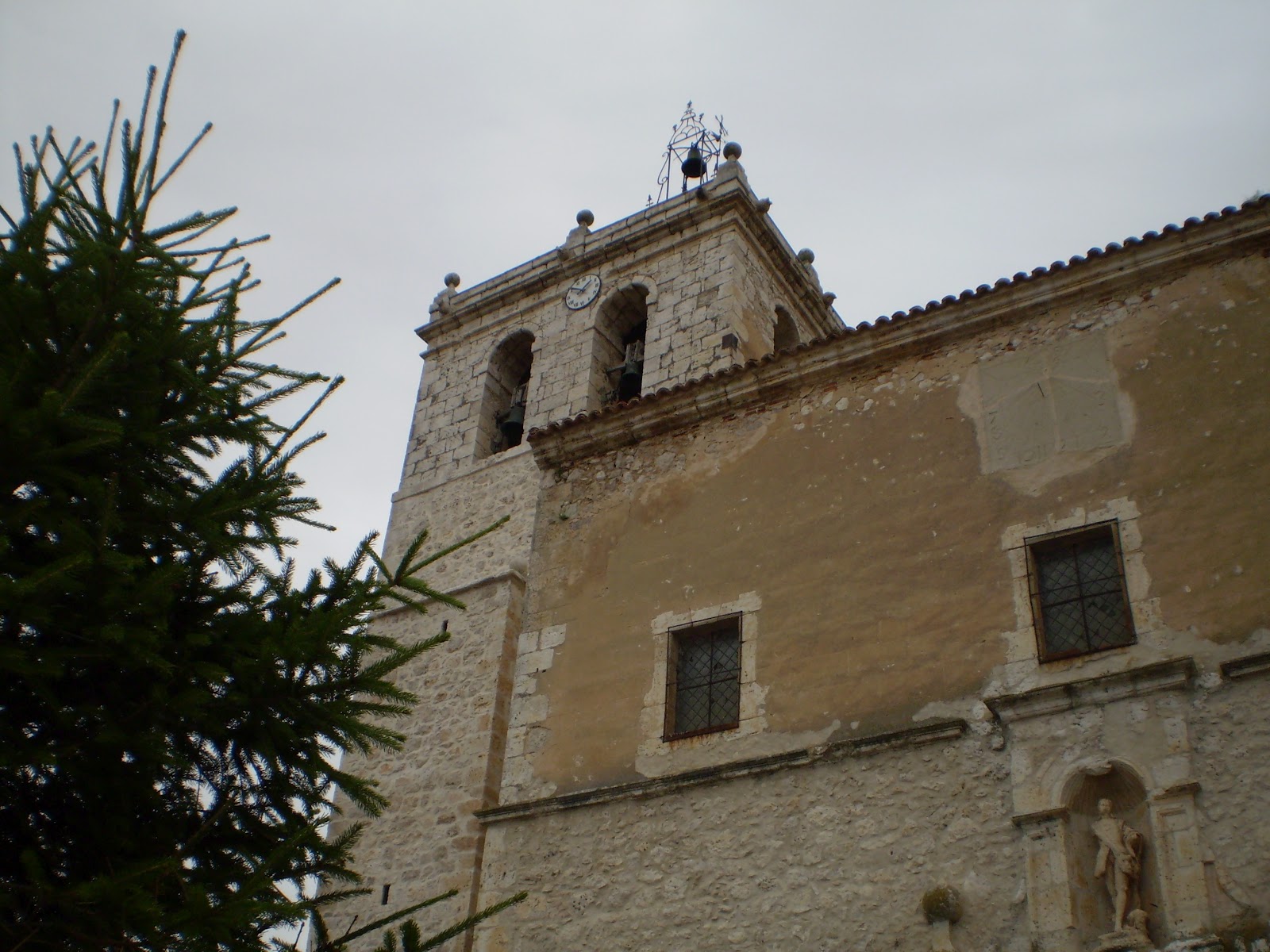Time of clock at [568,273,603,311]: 1:50
